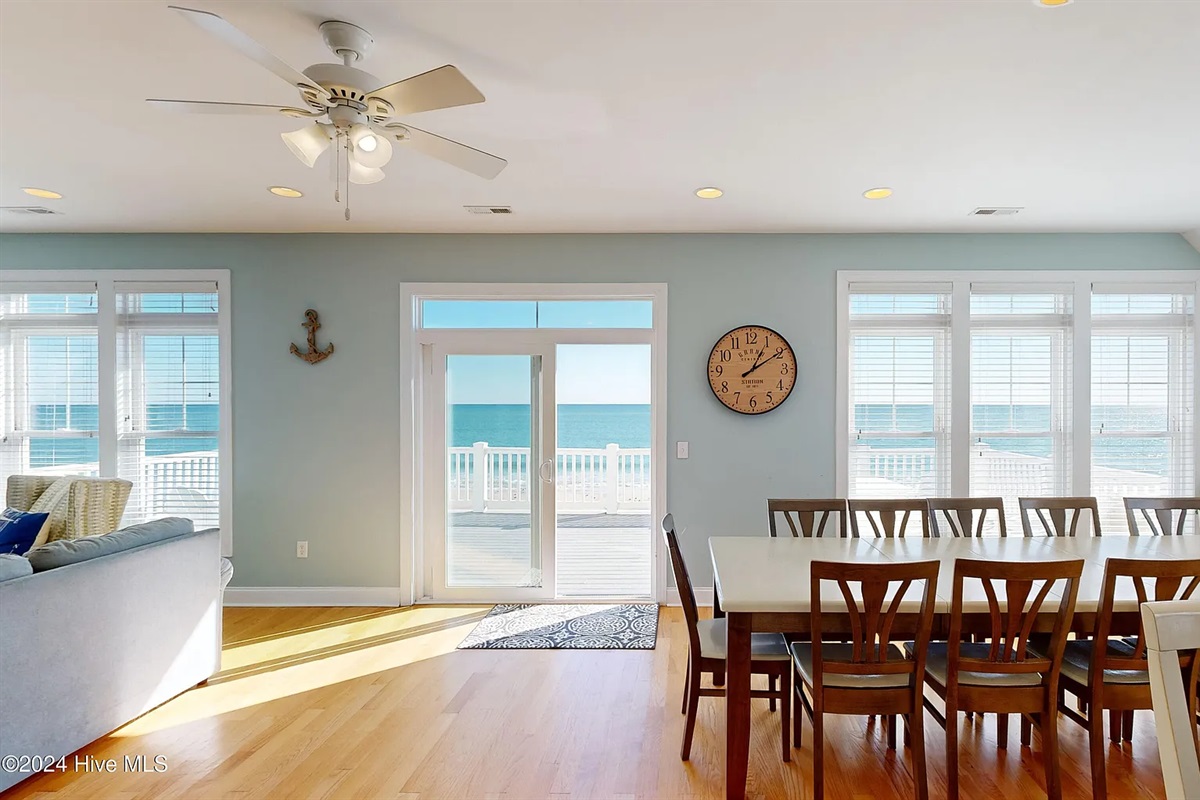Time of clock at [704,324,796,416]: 1:09
